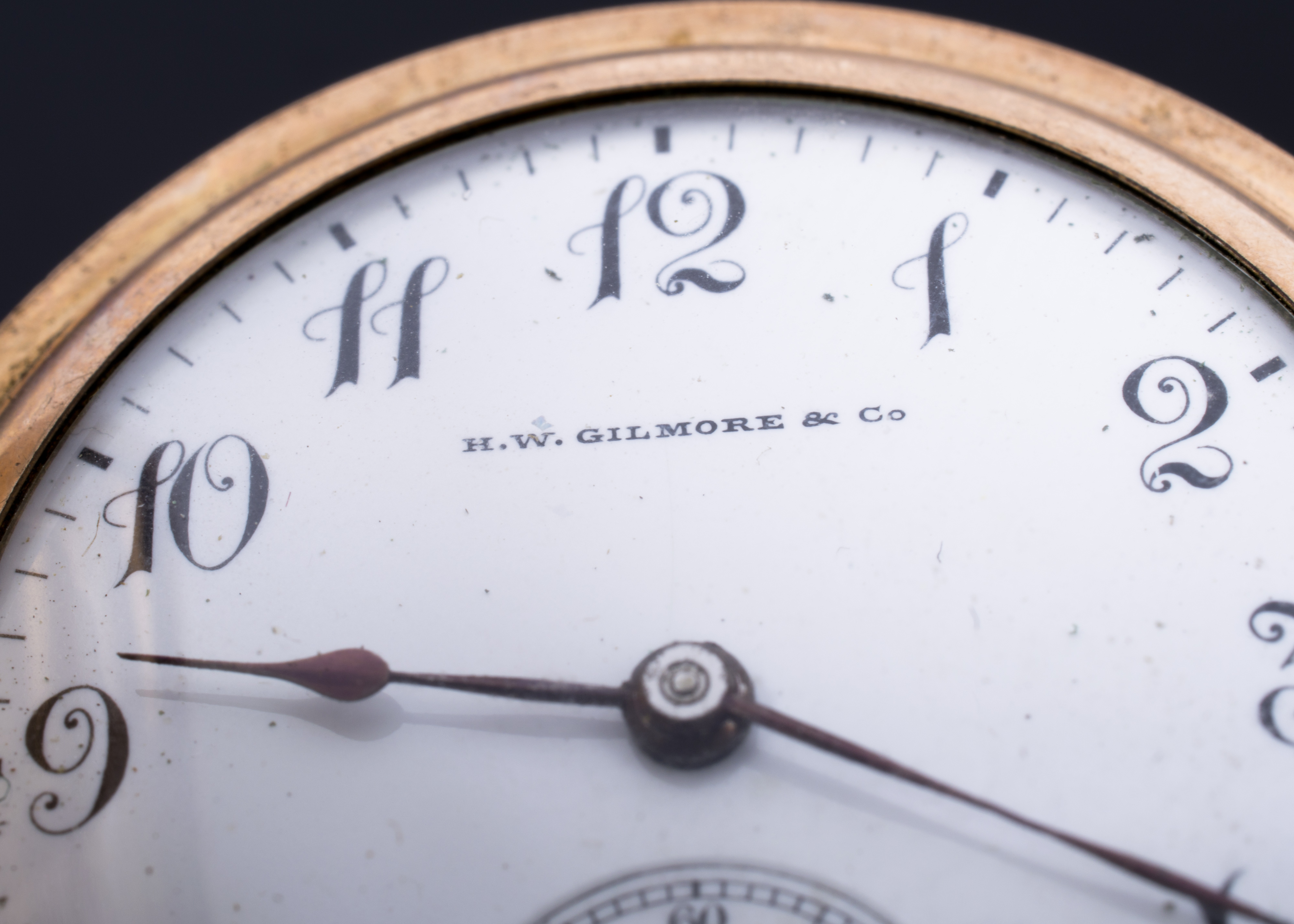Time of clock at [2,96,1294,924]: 9:20
